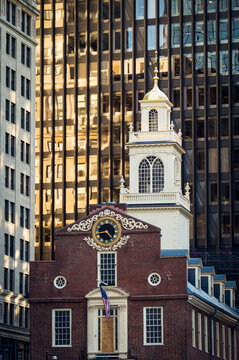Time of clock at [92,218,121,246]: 4:42
